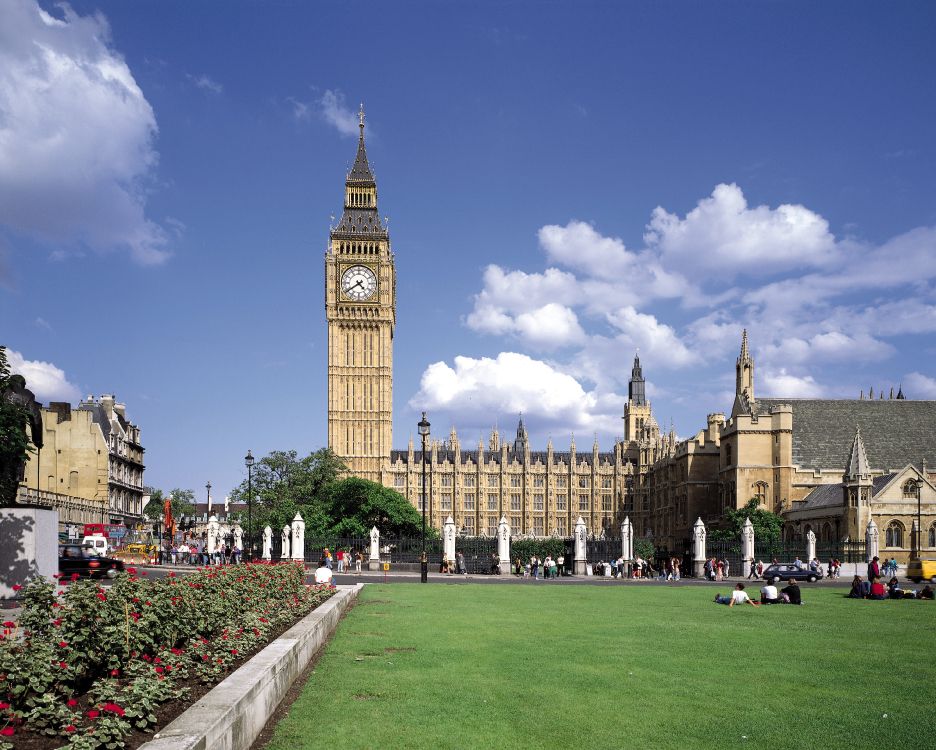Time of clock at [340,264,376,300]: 4:39
